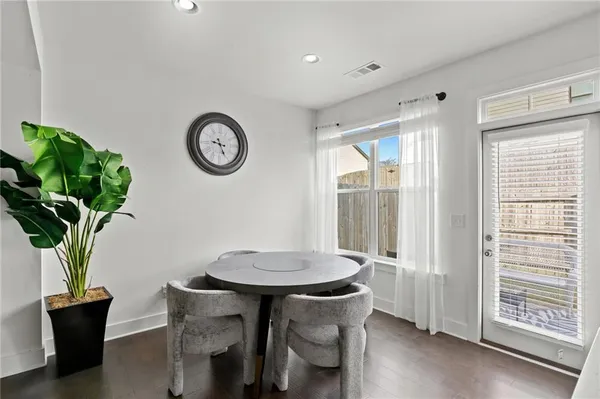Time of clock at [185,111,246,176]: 9:25
